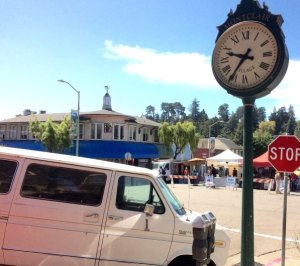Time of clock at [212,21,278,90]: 9:35
